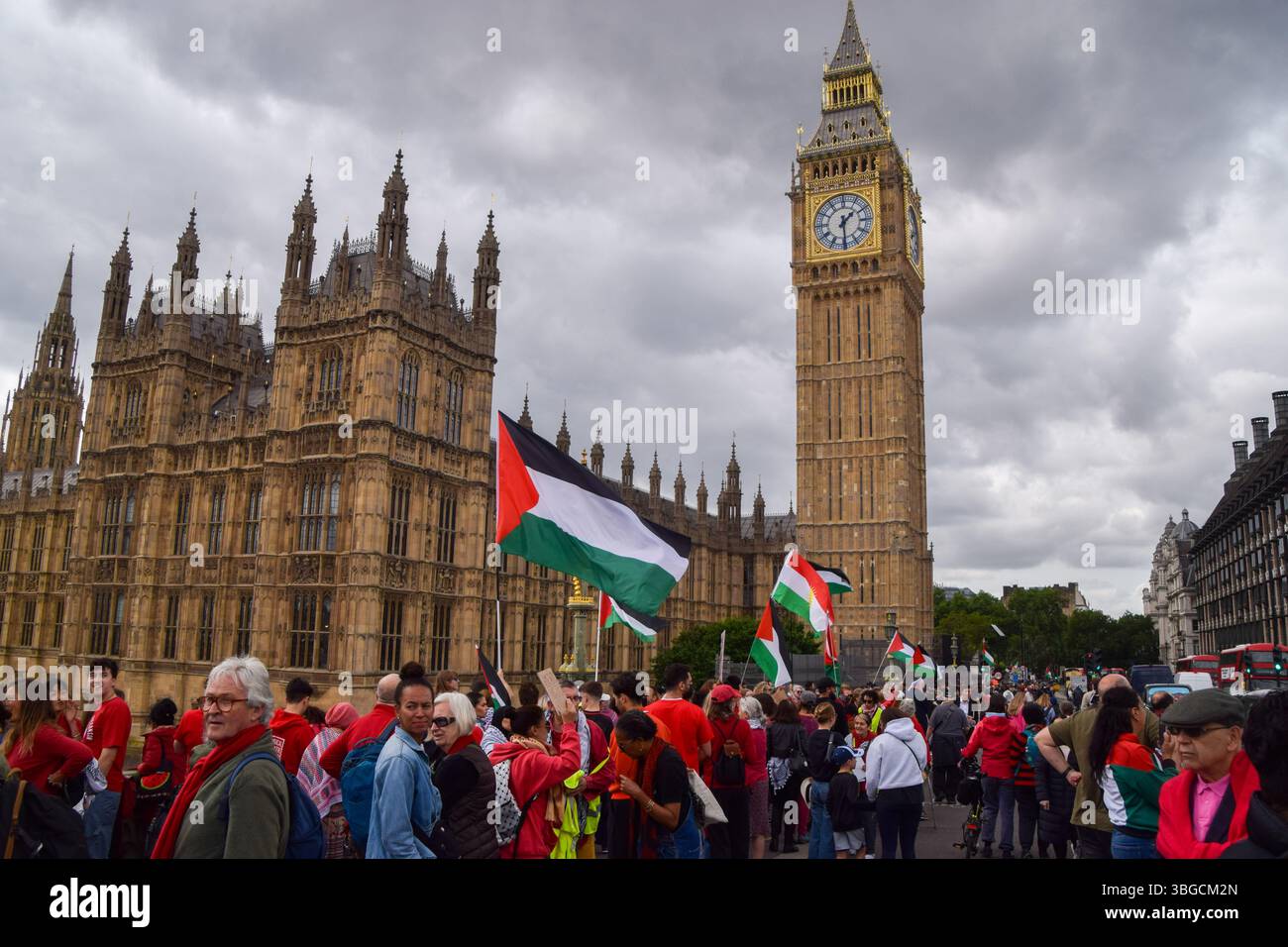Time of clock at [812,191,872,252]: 1:29
